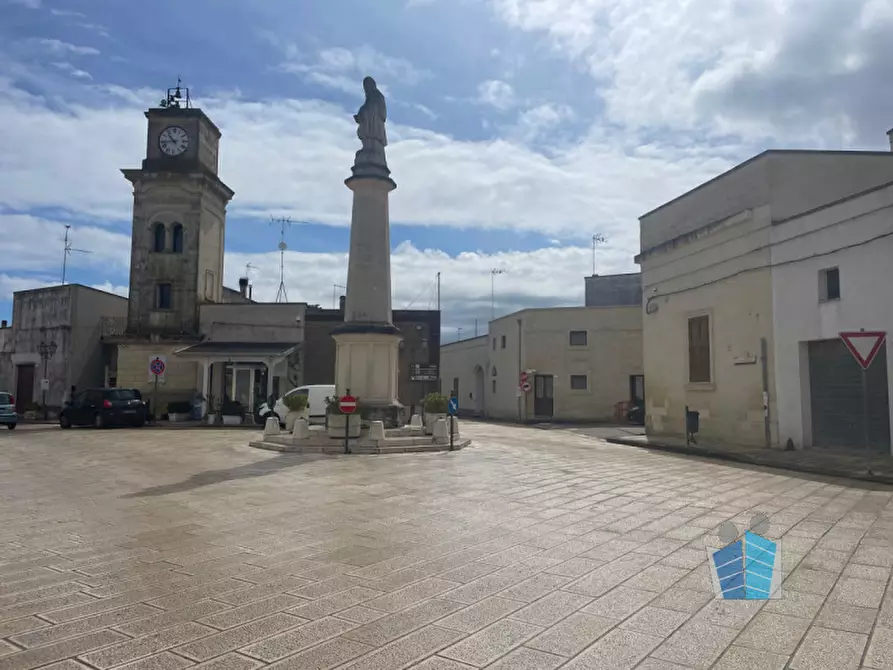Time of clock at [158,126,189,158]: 10:43
